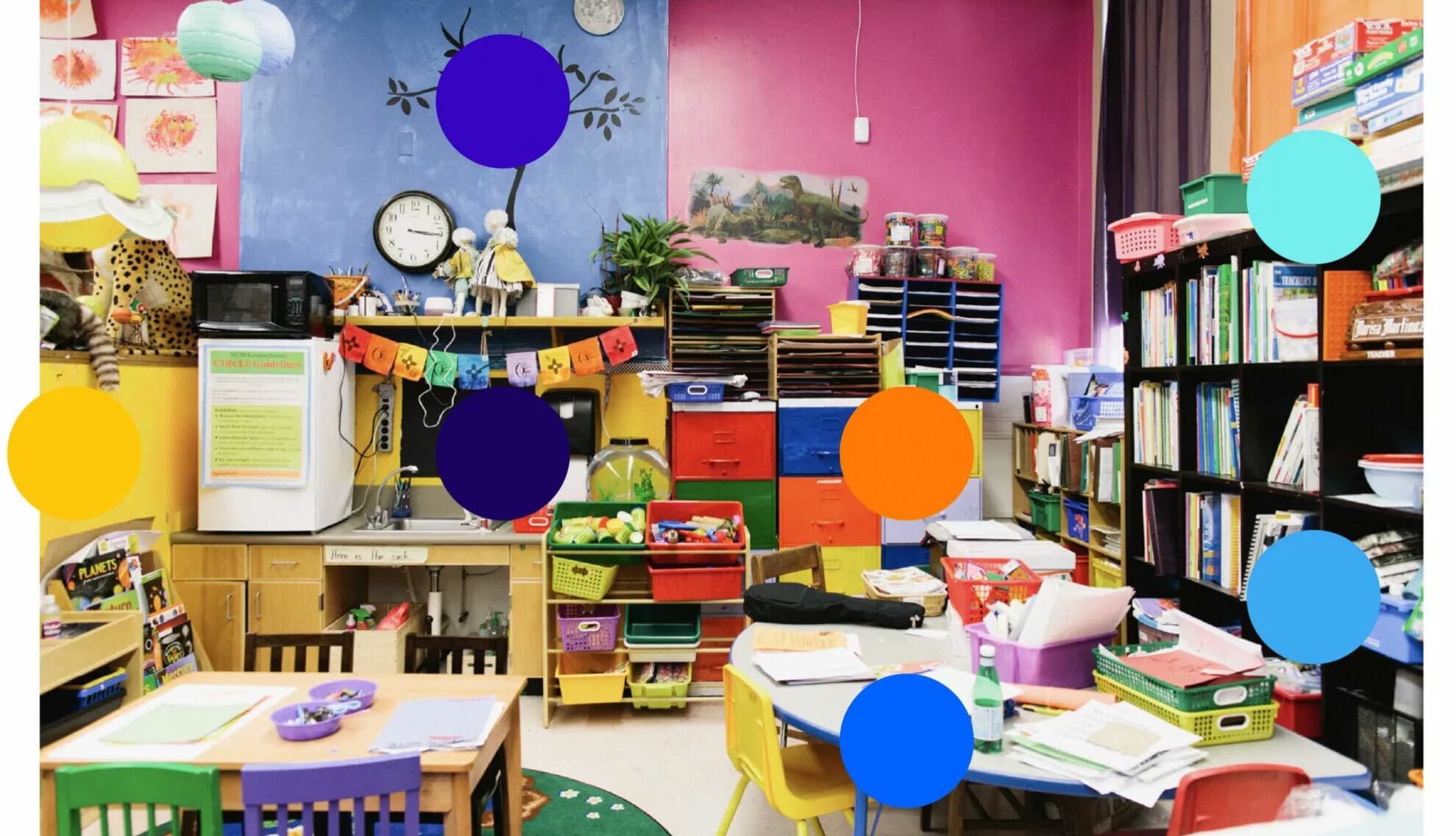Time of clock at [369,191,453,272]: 3:16
